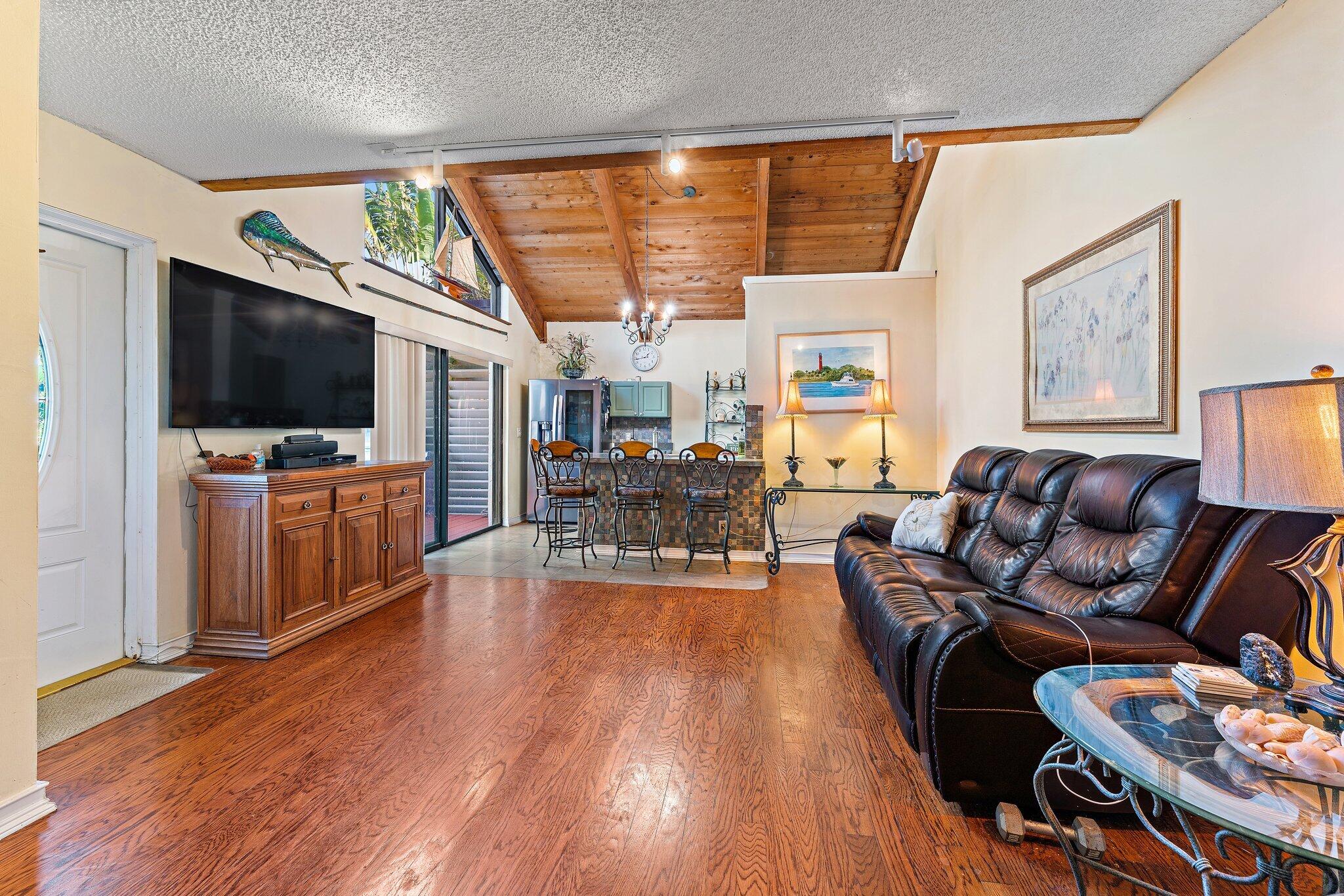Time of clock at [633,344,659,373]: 1:43
